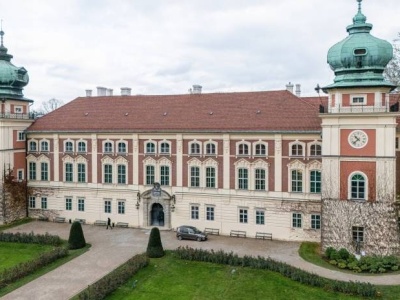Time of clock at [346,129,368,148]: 10:37
